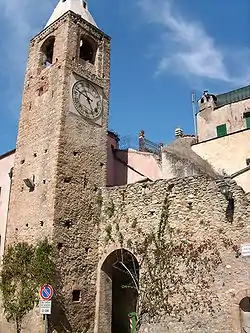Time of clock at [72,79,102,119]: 4:48
